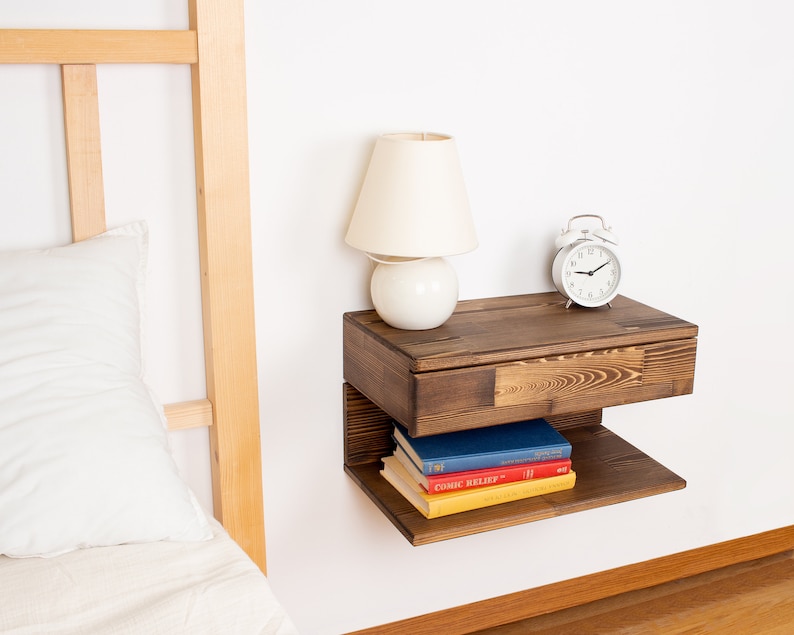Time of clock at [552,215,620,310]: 9:10
